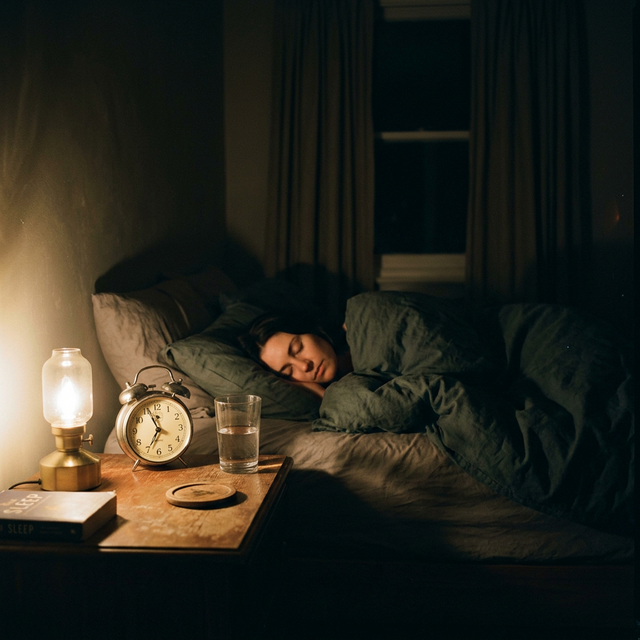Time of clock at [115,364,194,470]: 6:56
